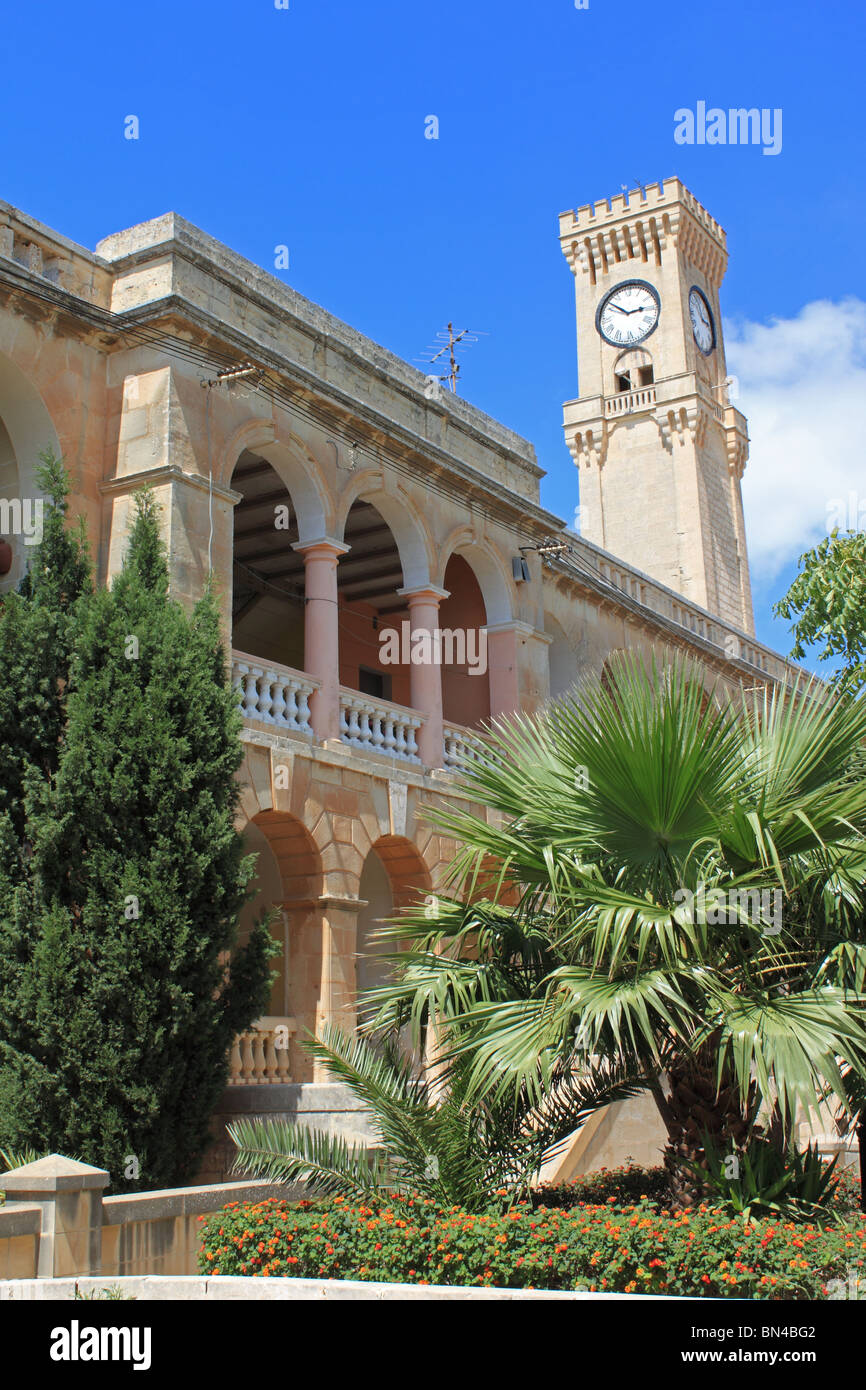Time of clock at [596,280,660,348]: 2:50
